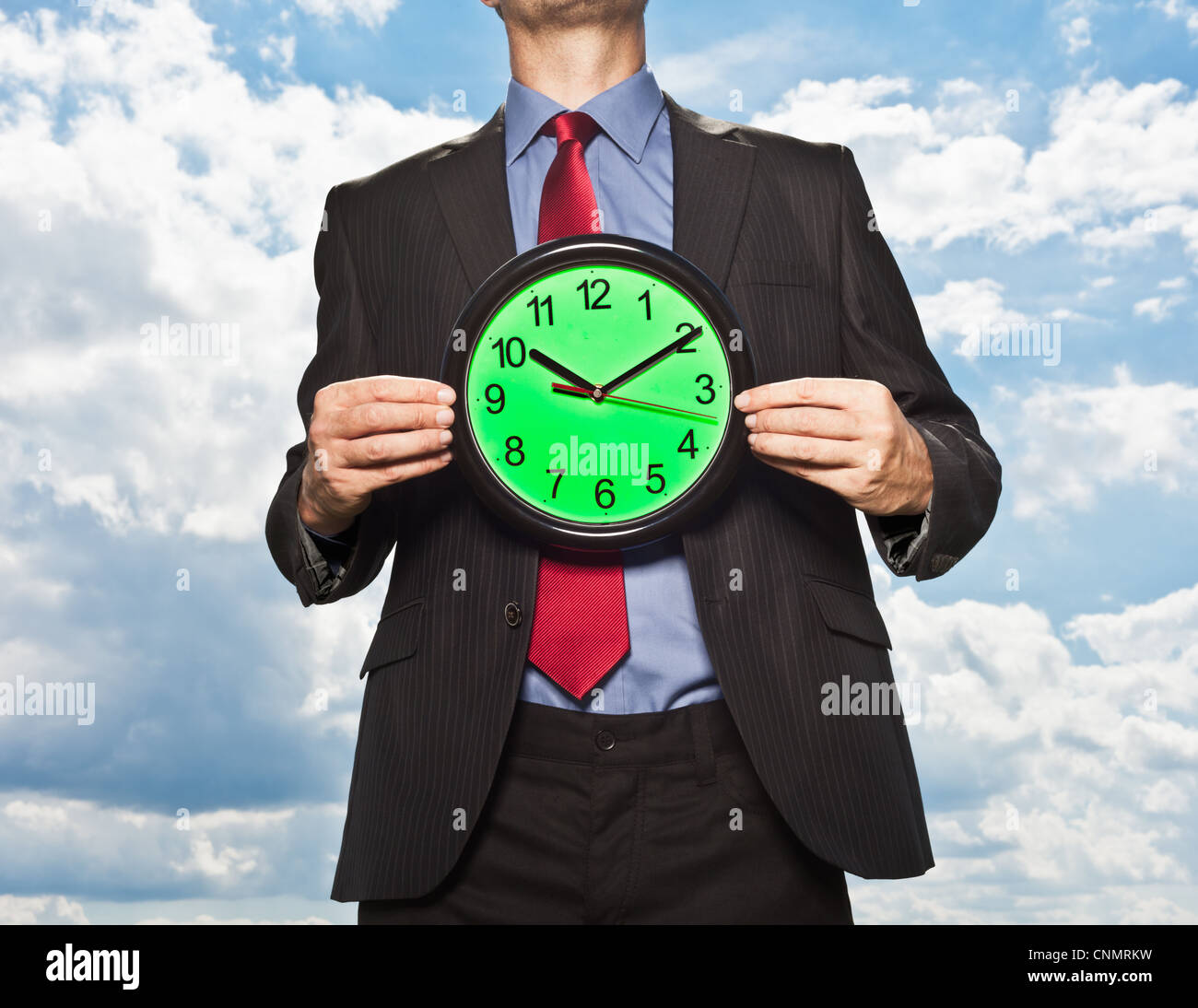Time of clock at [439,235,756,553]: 10:10
